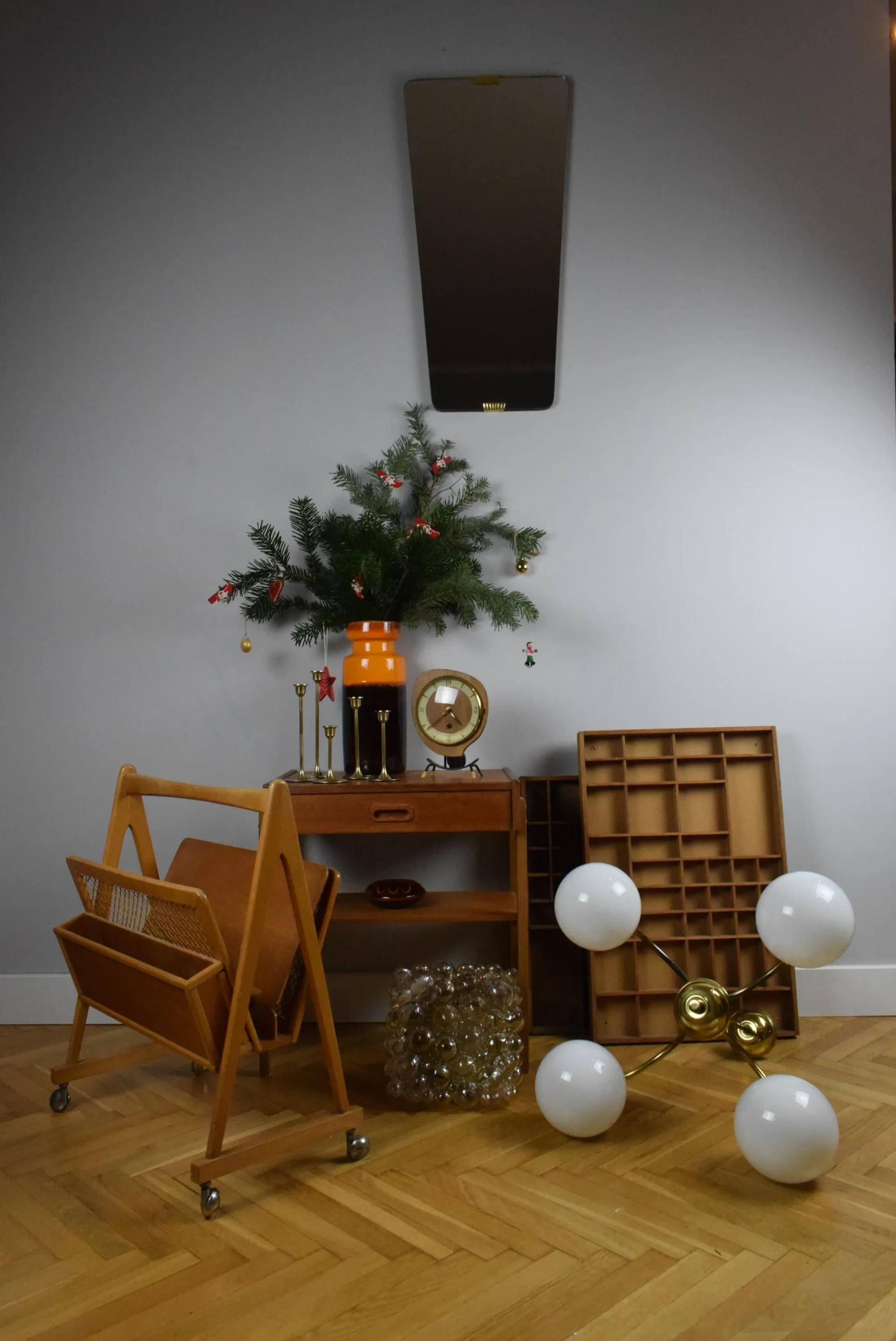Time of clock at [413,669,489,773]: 4:38
